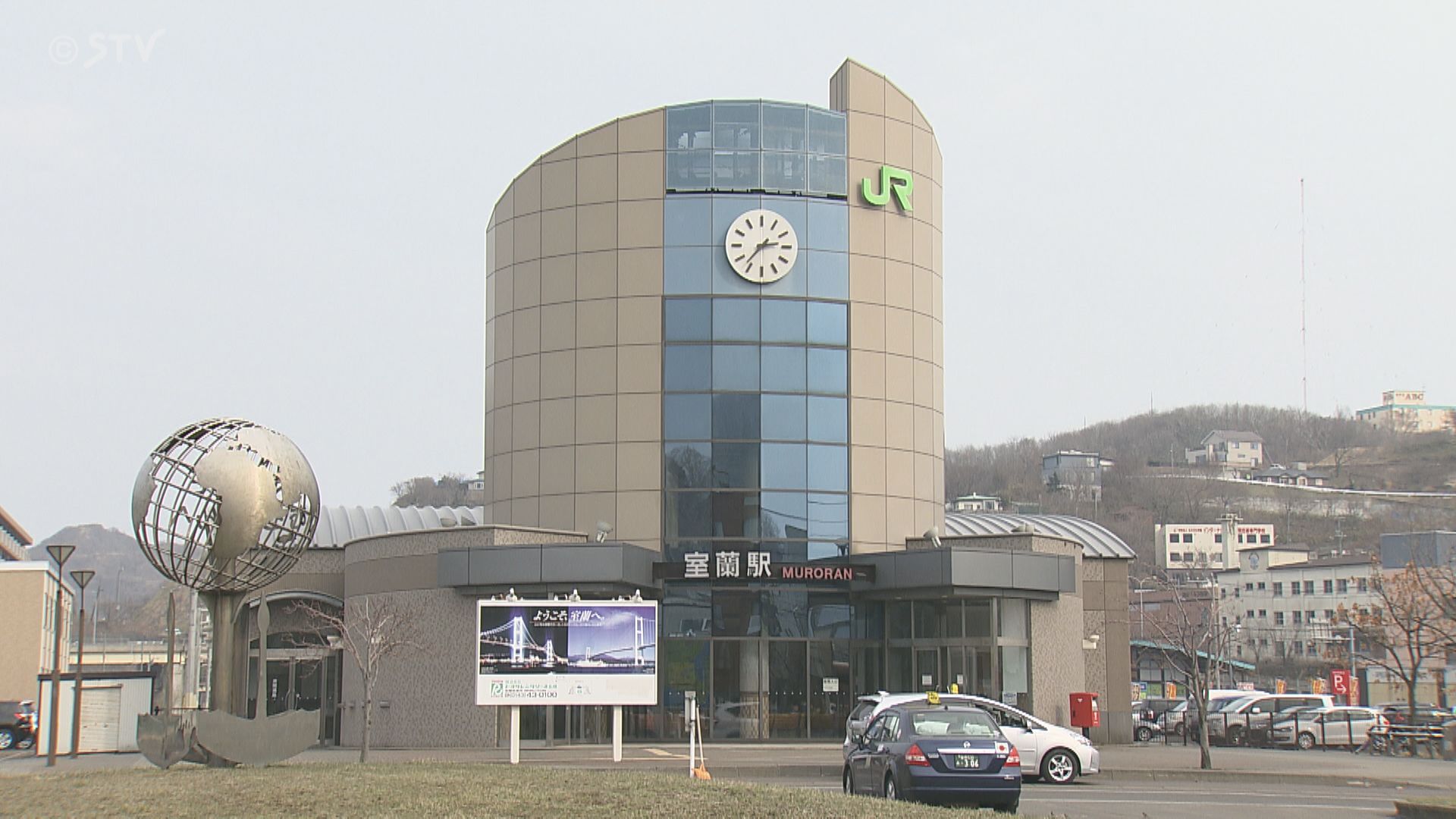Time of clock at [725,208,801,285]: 2:36
